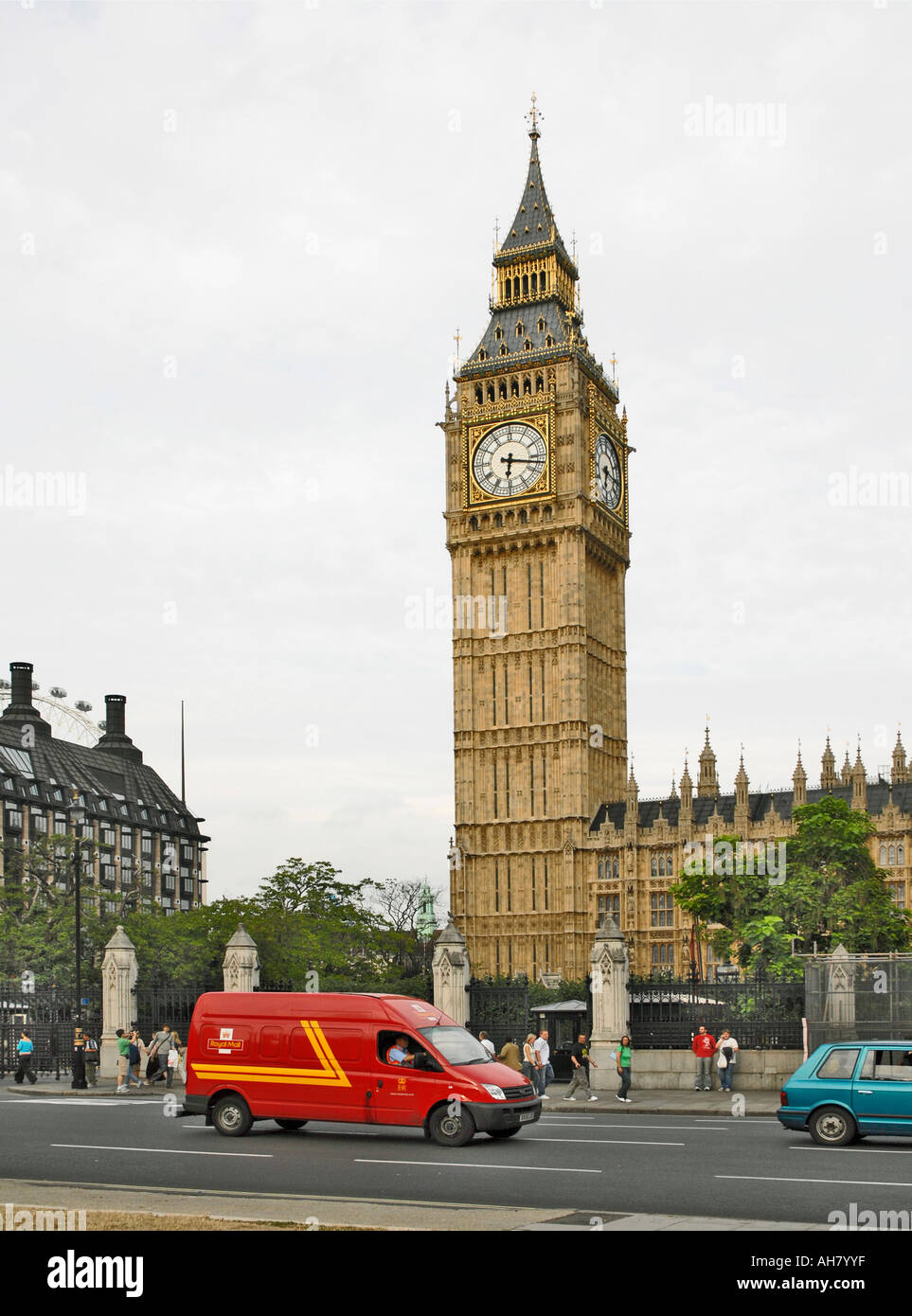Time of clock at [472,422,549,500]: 6:17
